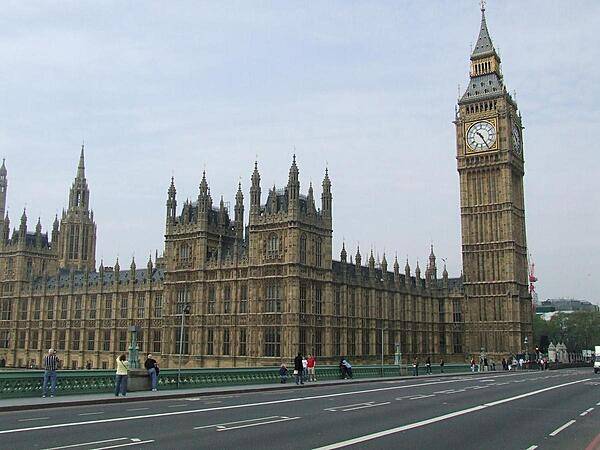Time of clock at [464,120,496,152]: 10:25
